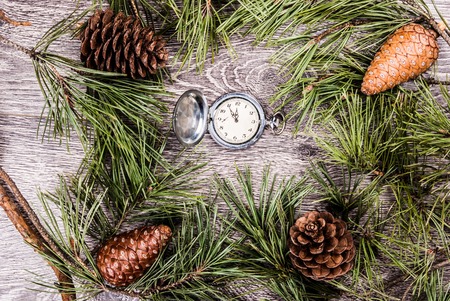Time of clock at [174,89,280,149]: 11:55
